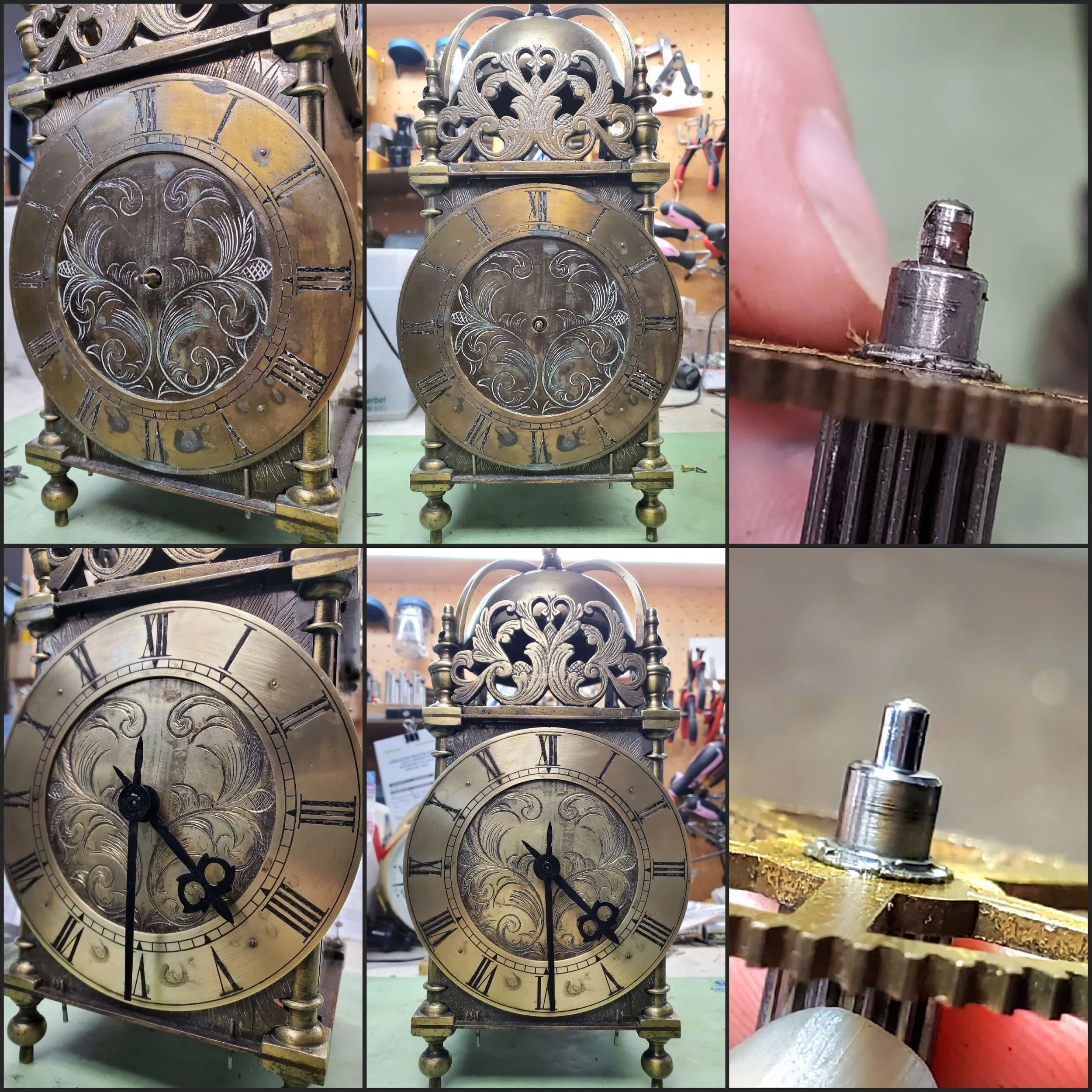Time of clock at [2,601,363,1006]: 4:30
